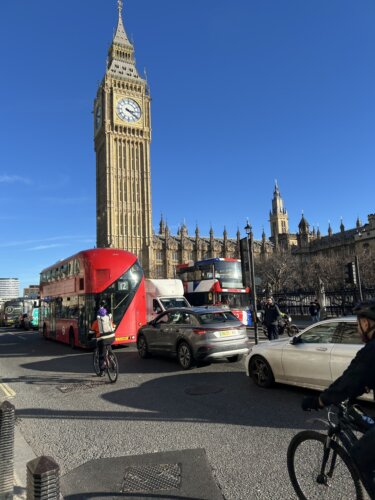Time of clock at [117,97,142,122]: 3:21
